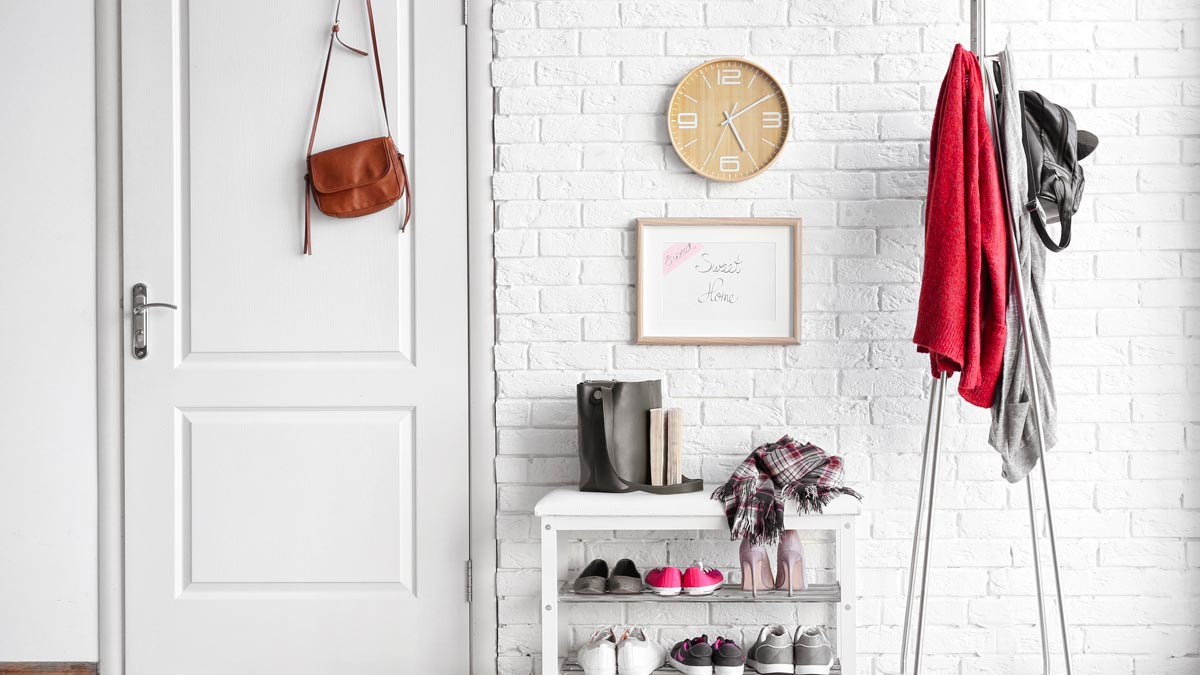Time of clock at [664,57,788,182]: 5:09
